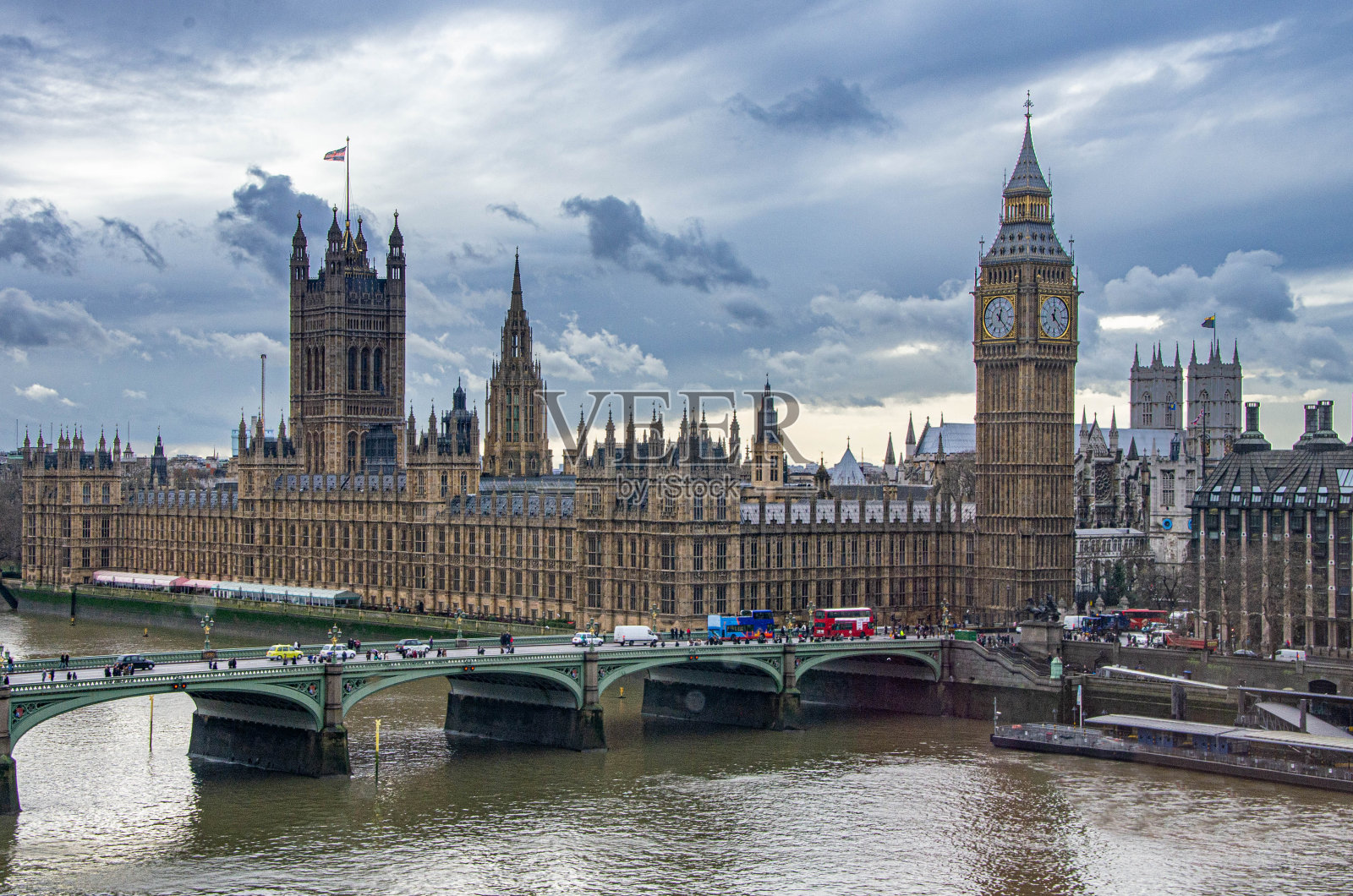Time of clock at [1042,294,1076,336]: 12:22
